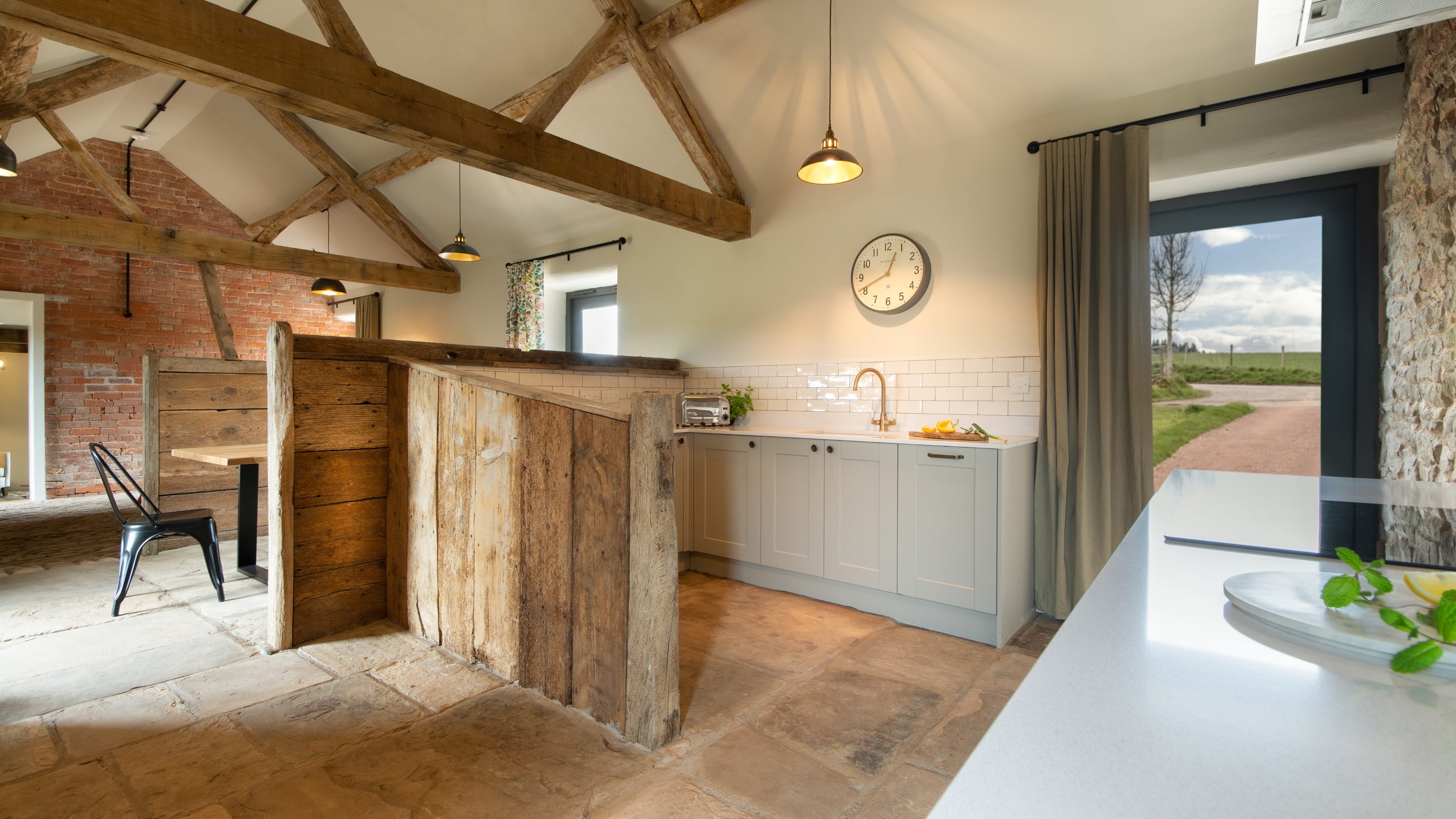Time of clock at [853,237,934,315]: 12:41
